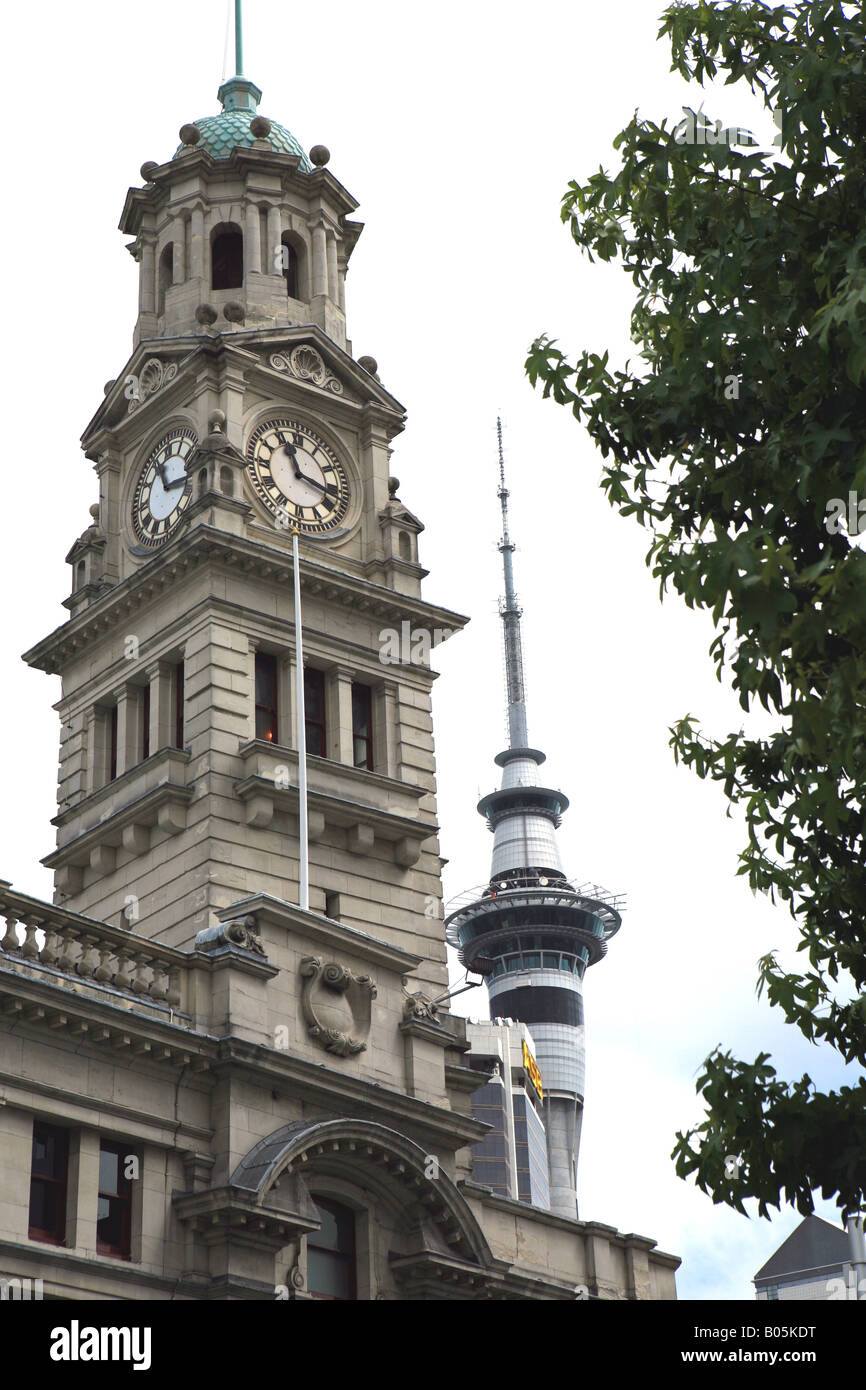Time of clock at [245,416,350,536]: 11:17
